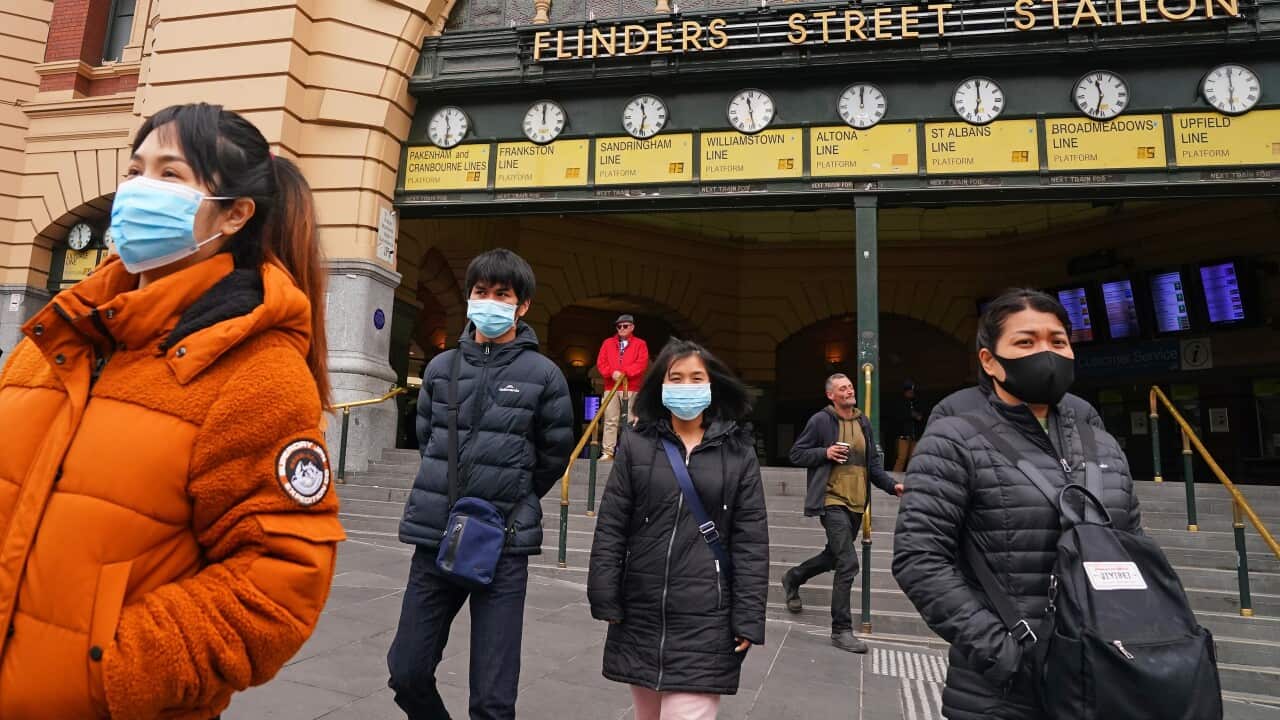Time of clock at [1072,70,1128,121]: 11:32
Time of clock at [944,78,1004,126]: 5:00
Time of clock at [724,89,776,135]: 11:28
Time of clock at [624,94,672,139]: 11:31
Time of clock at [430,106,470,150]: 11:31
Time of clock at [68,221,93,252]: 11:28
